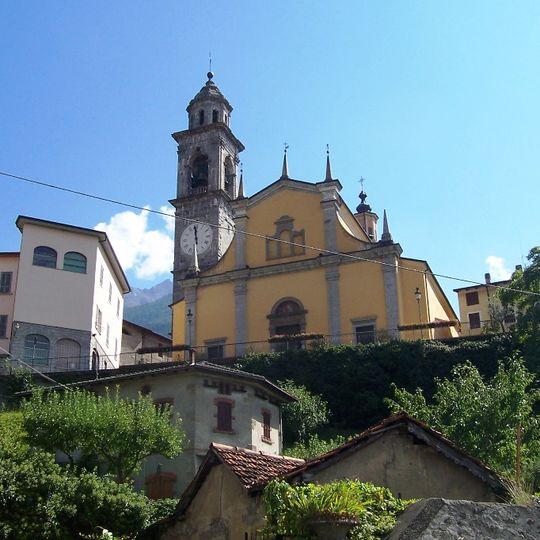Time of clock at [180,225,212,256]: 11:59
